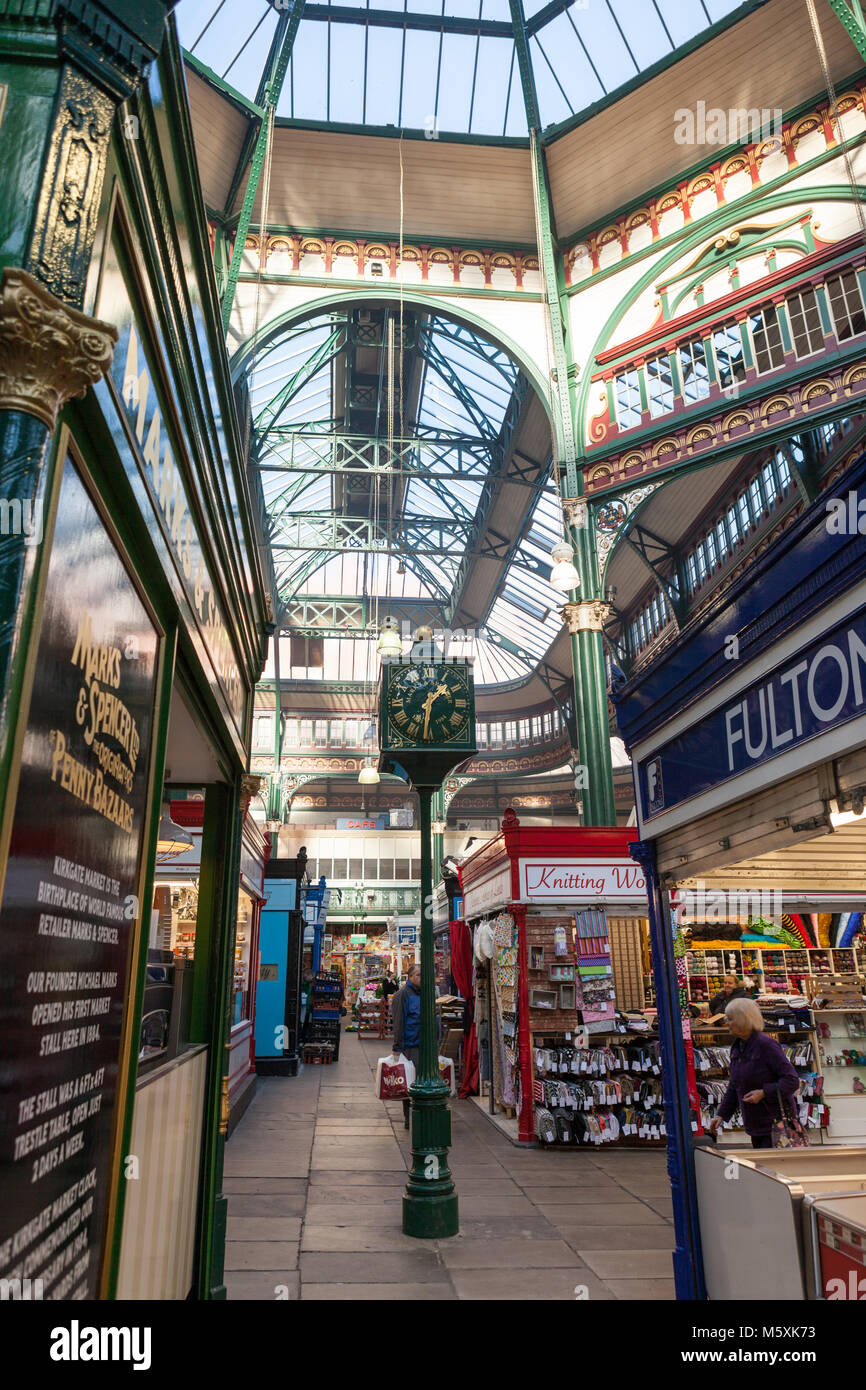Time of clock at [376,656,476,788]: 1:32
